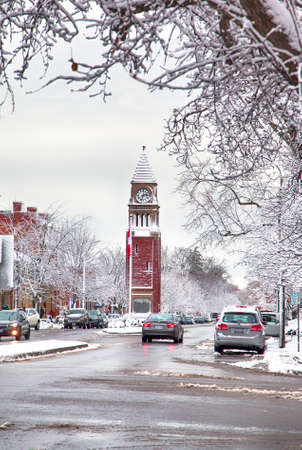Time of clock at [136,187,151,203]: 2:32
